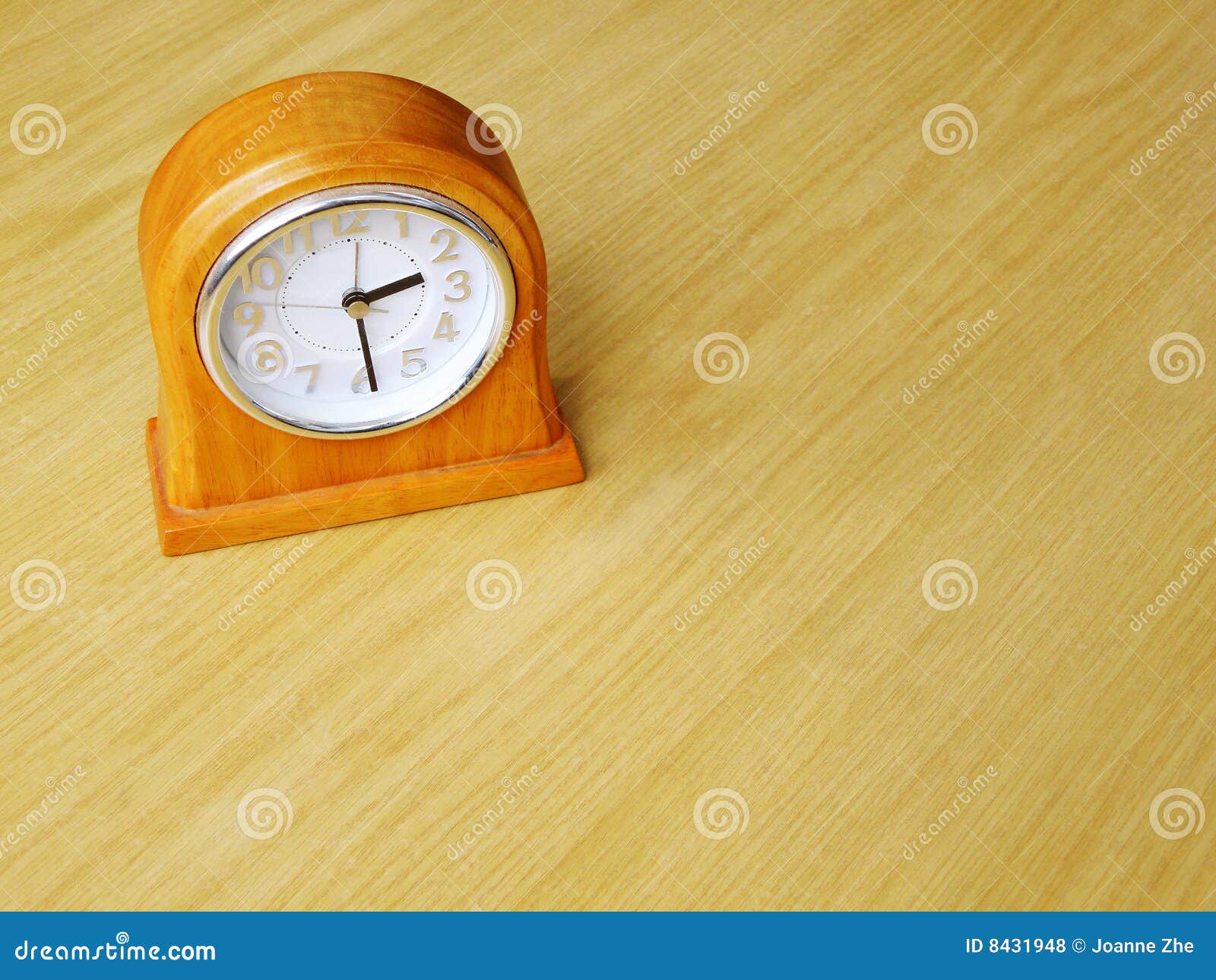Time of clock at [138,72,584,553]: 2:29
